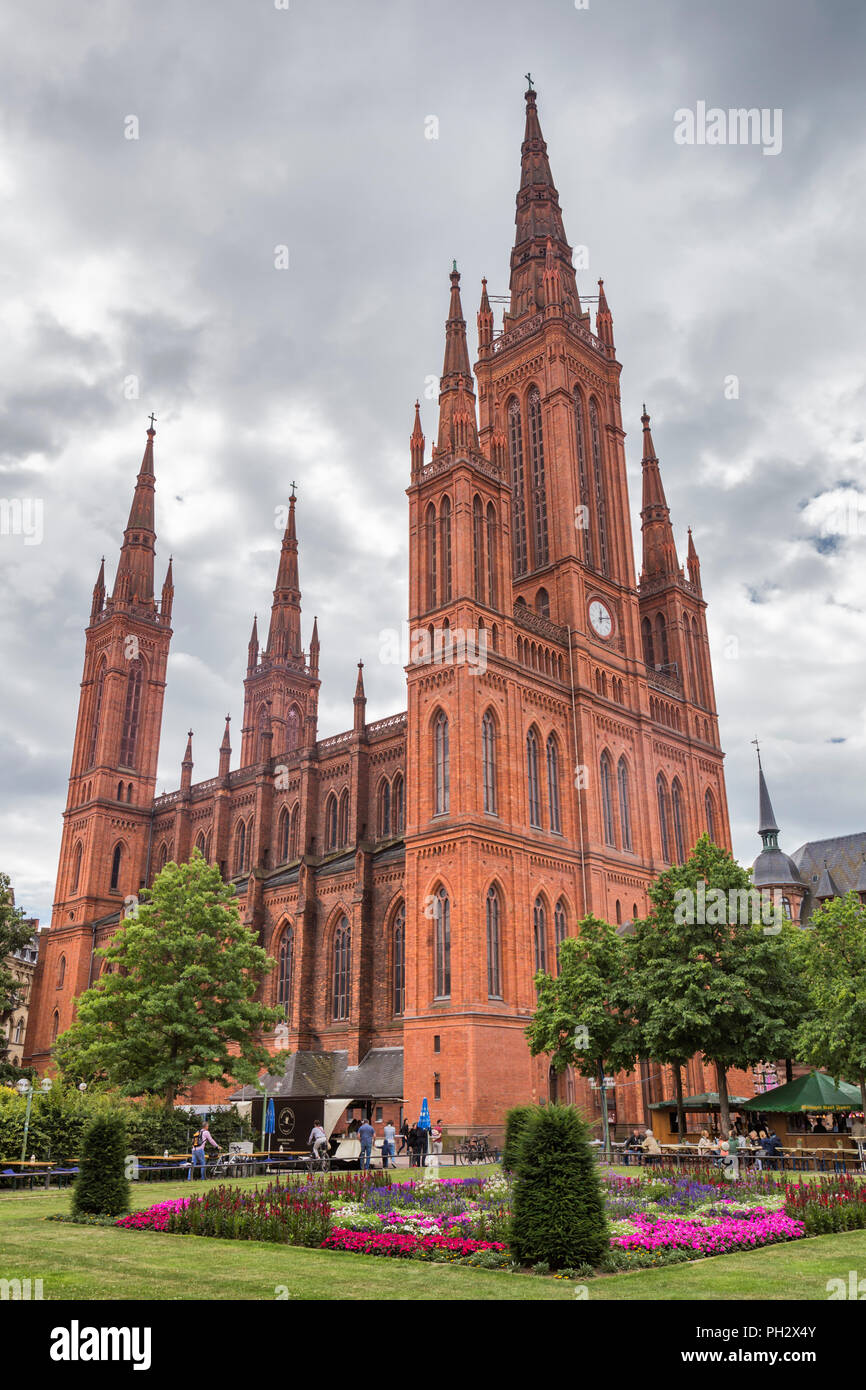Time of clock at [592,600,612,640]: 12:12
